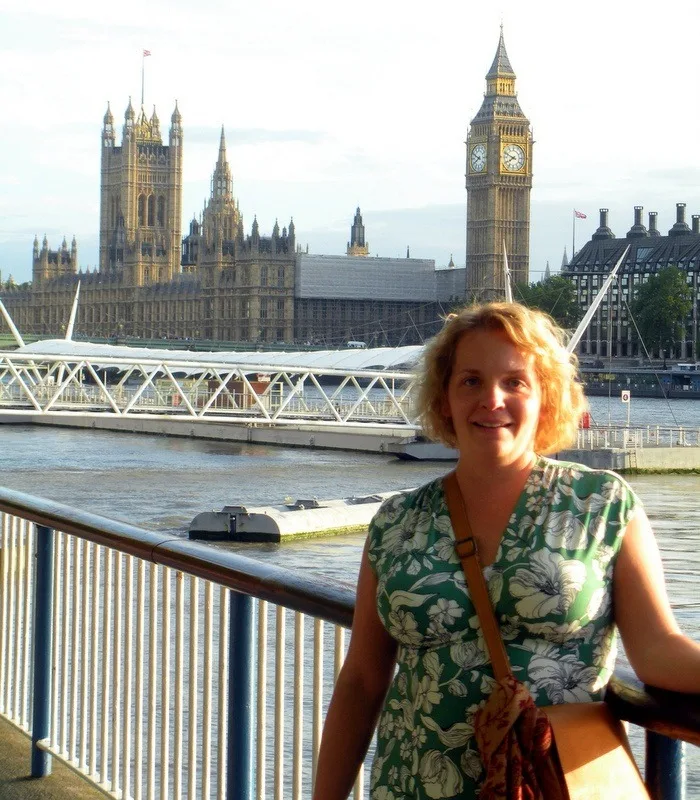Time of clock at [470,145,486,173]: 7:49
